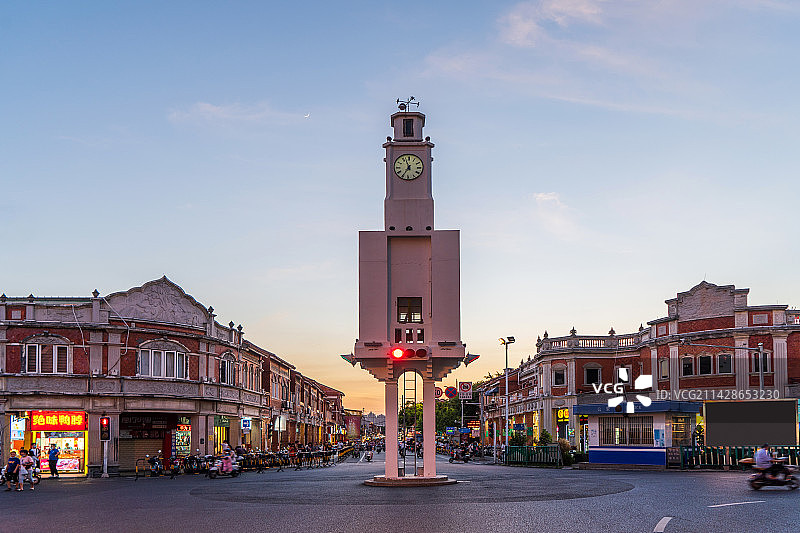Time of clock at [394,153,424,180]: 6:56
